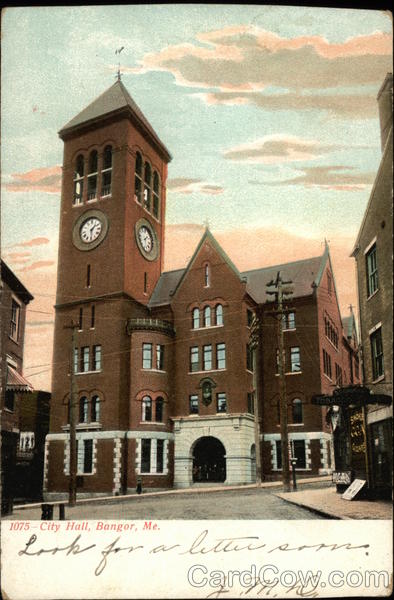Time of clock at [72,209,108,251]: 1:28
